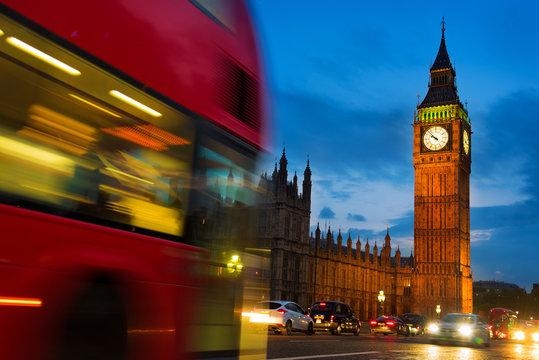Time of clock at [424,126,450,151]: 9:52
